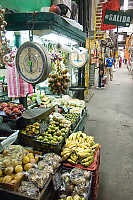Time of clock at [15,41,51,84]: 5:59
